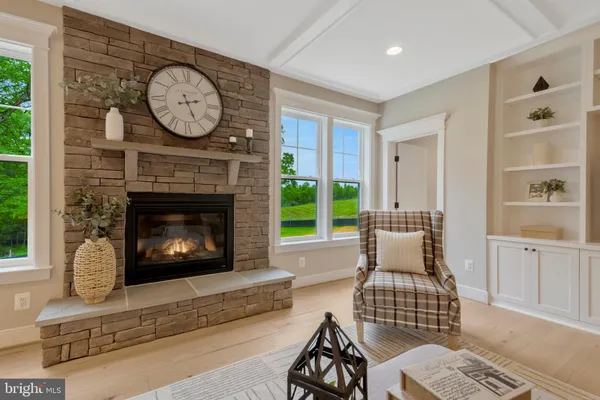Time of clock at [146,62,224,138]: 2:26
